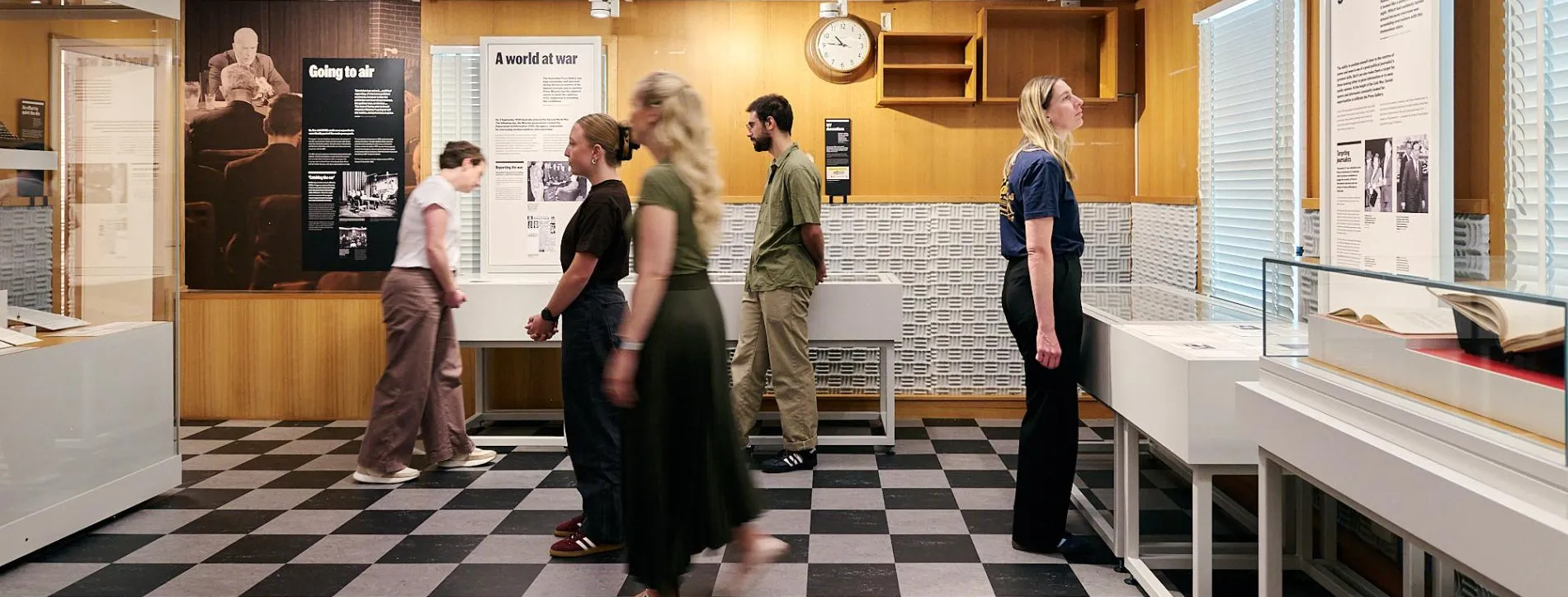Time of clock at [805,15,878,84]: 10:45
